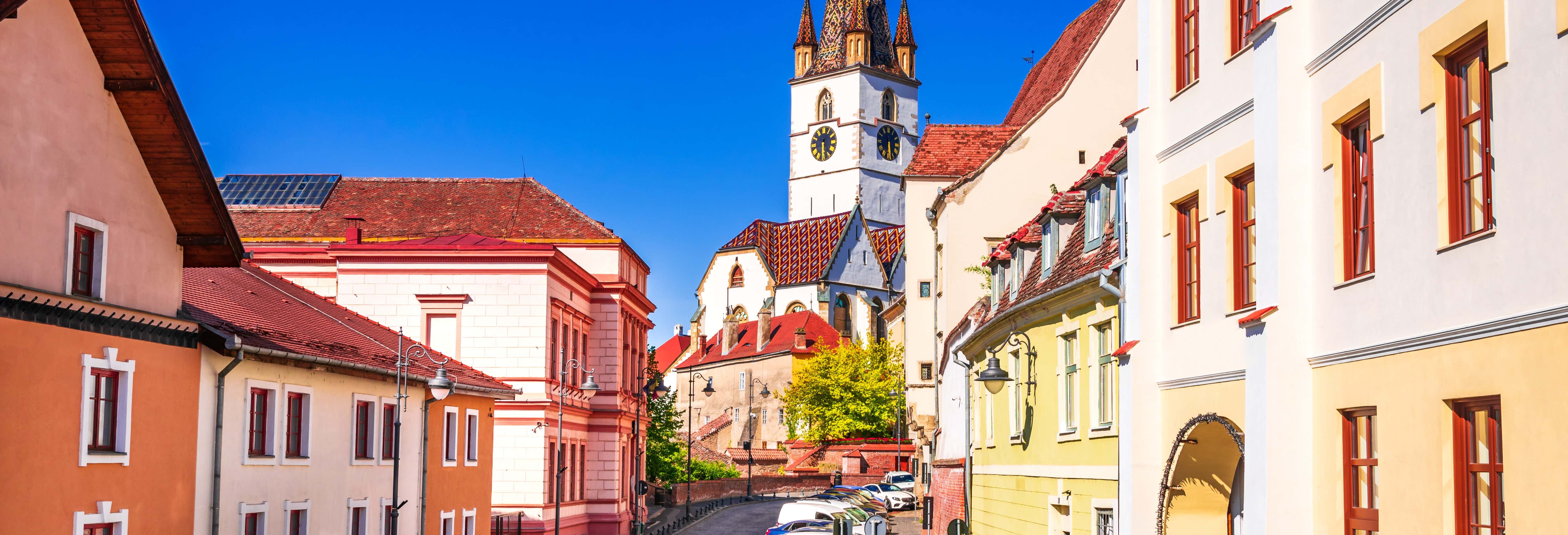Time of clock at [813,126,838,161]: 5:29
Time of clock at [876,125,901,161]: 5:29
